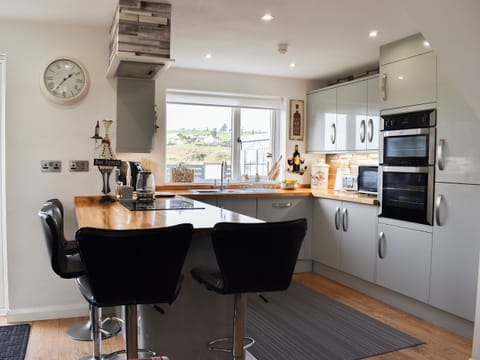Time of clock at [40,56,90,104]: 1:36
